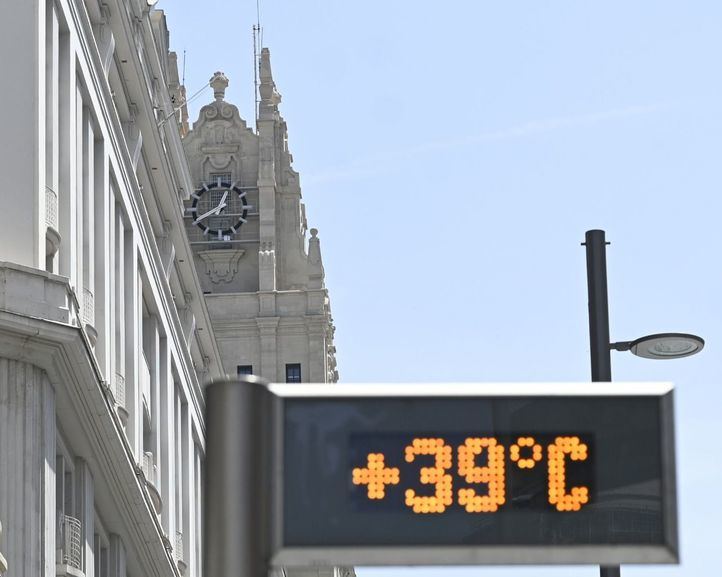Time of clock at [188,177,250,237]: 12:40
